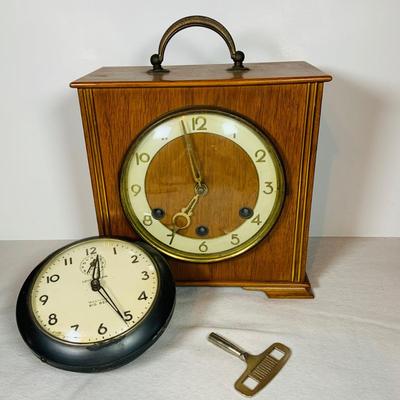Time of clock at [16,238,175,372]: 12:25
